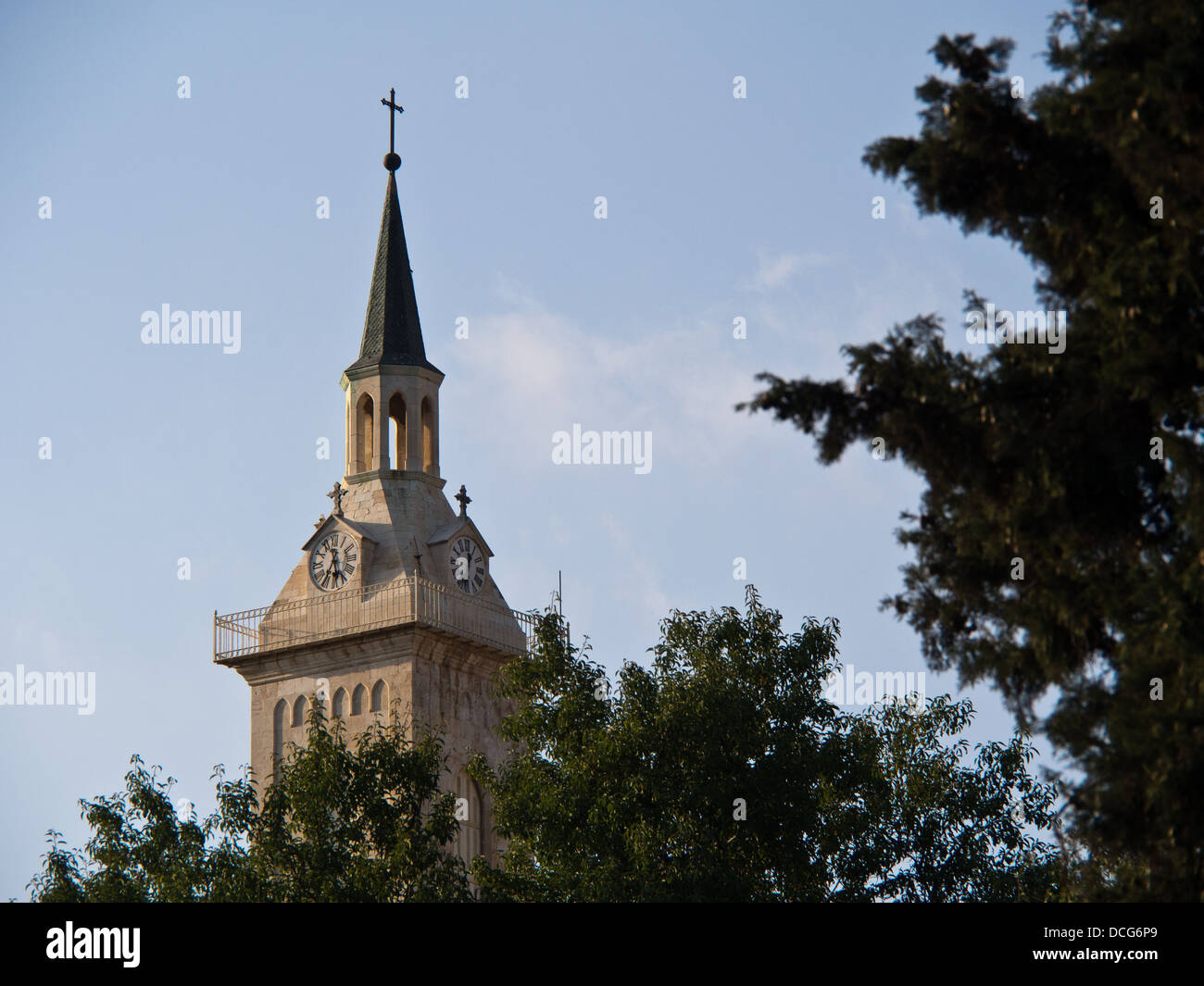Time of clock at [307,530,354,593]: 5:35
